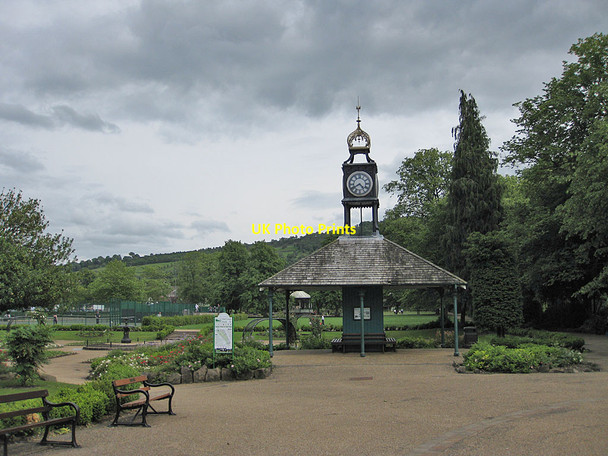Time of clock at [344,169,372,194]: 4:40
